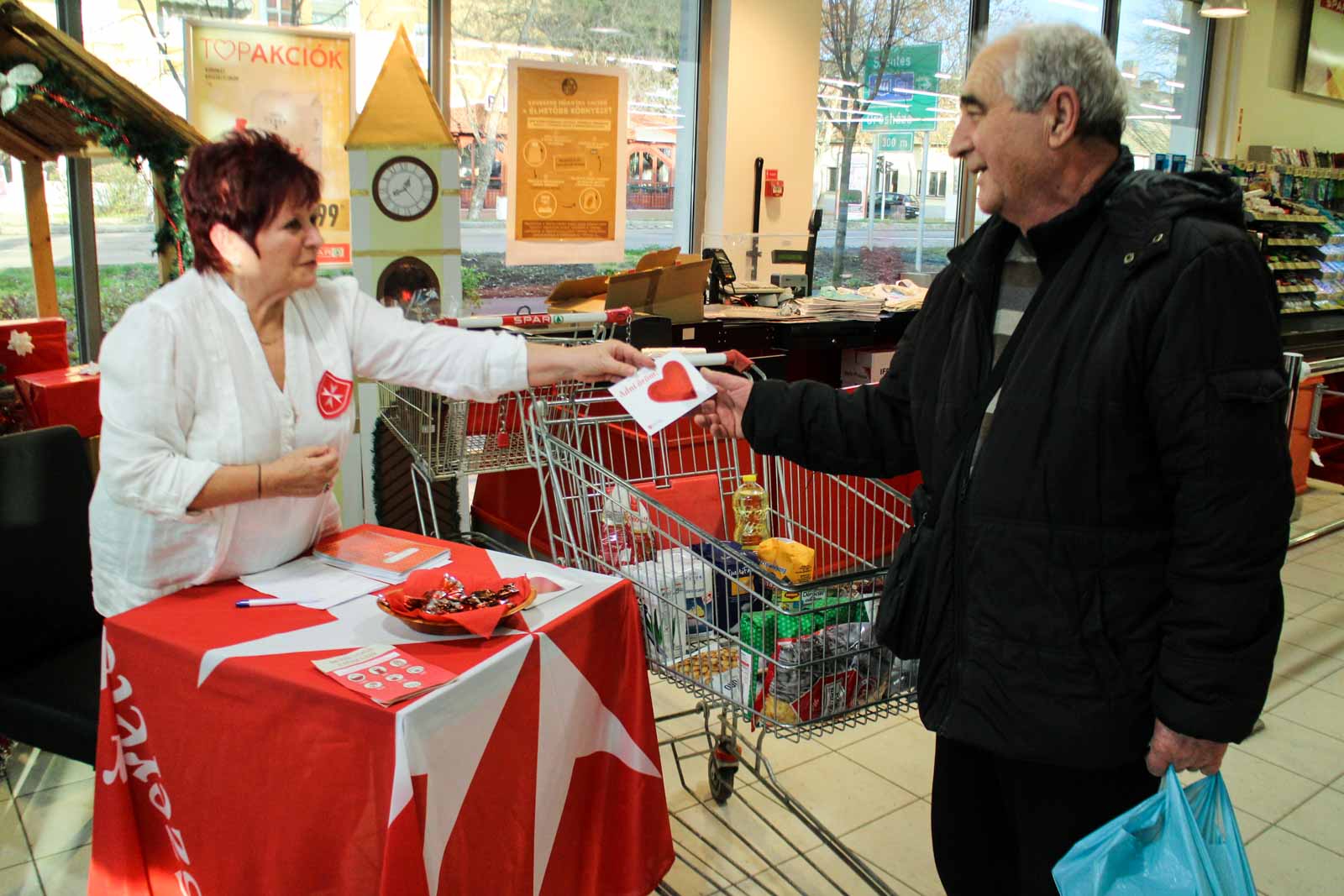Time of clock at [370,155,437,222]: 12:41
